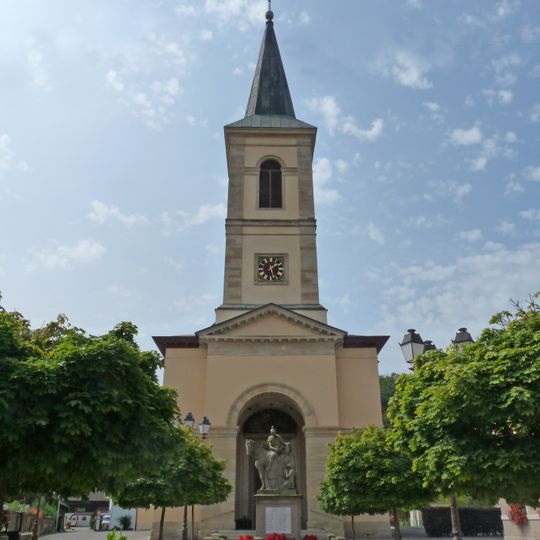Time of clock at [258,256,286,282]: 1:28
